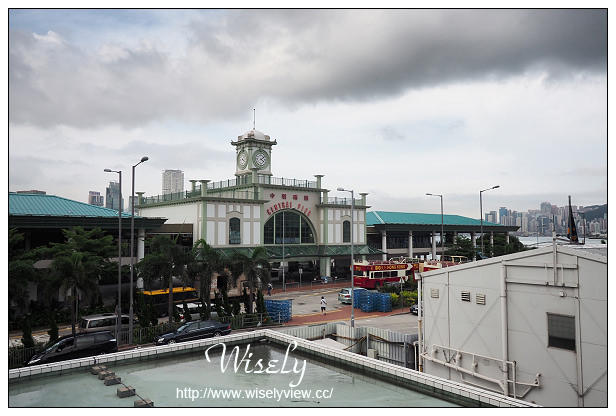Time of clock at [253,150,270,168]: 4:09
